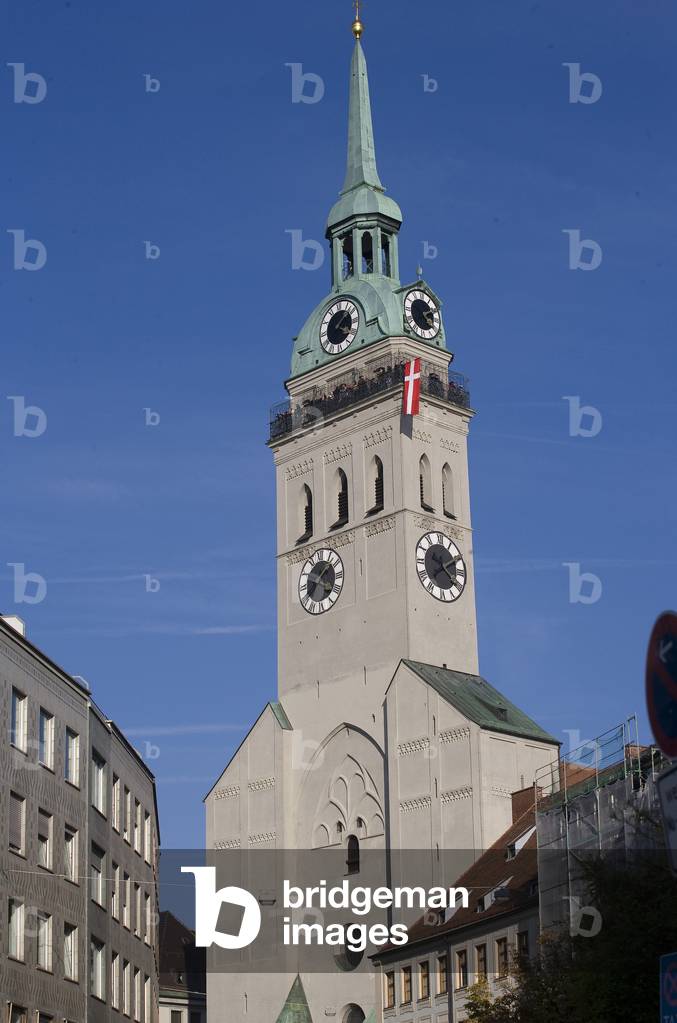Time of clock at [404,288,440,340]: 4:10
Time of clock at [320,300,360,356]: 4:07
